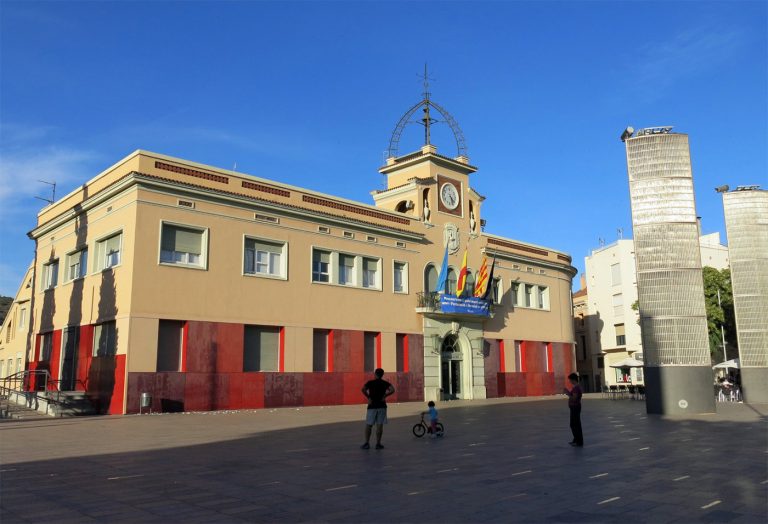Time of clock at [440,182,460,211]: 4:26
